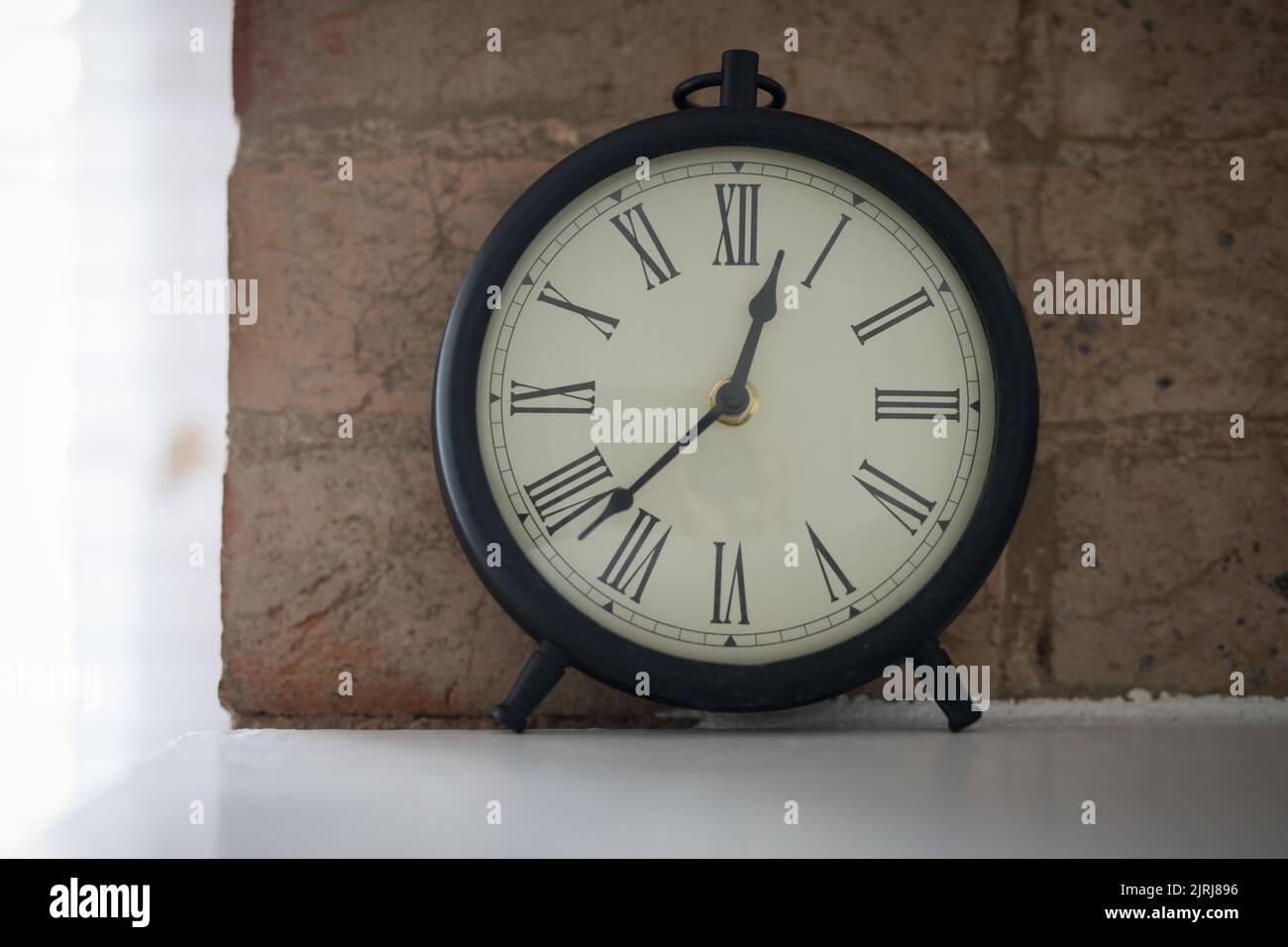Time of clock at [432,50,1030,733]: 12:37
